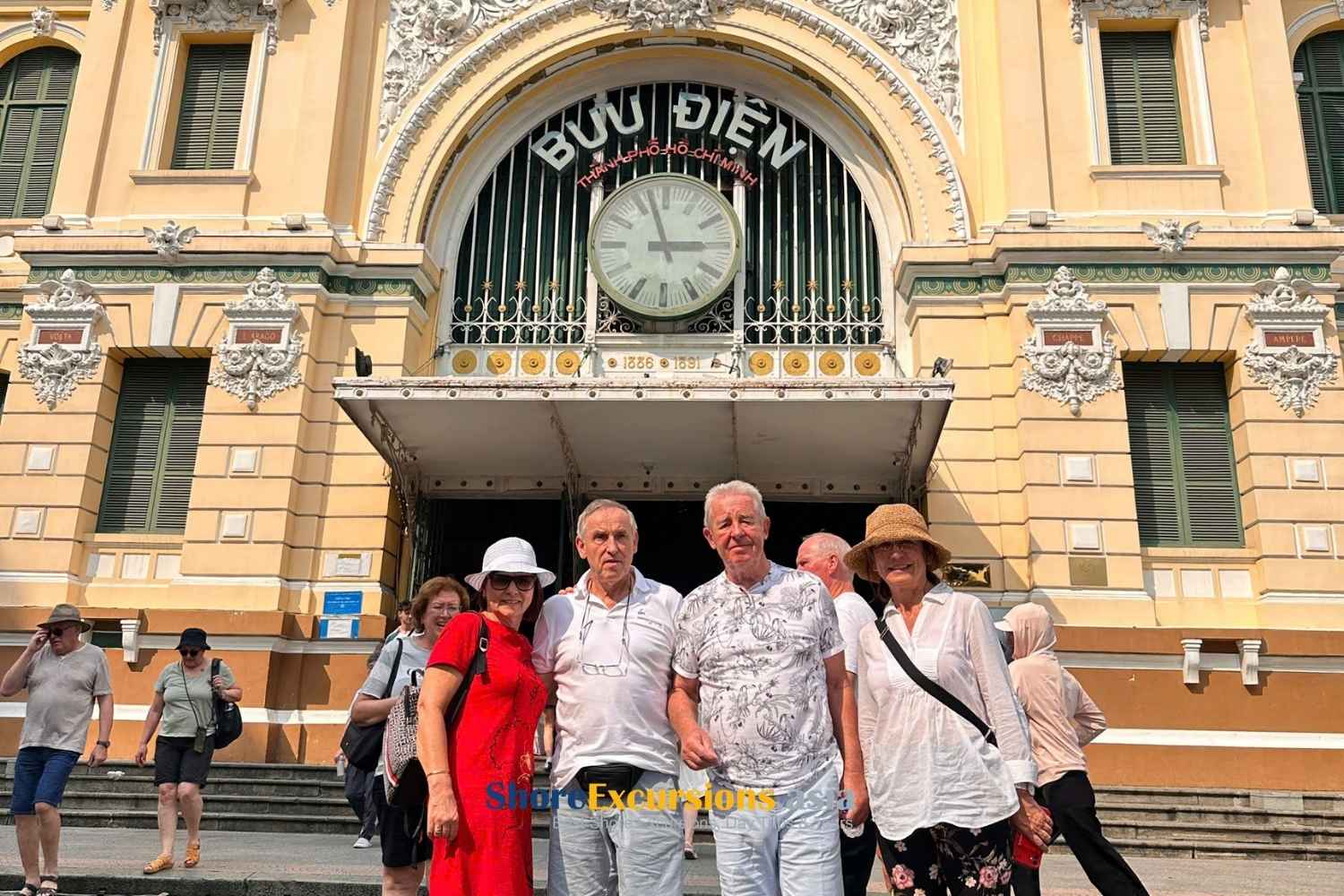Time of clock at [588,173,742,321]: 2:57
